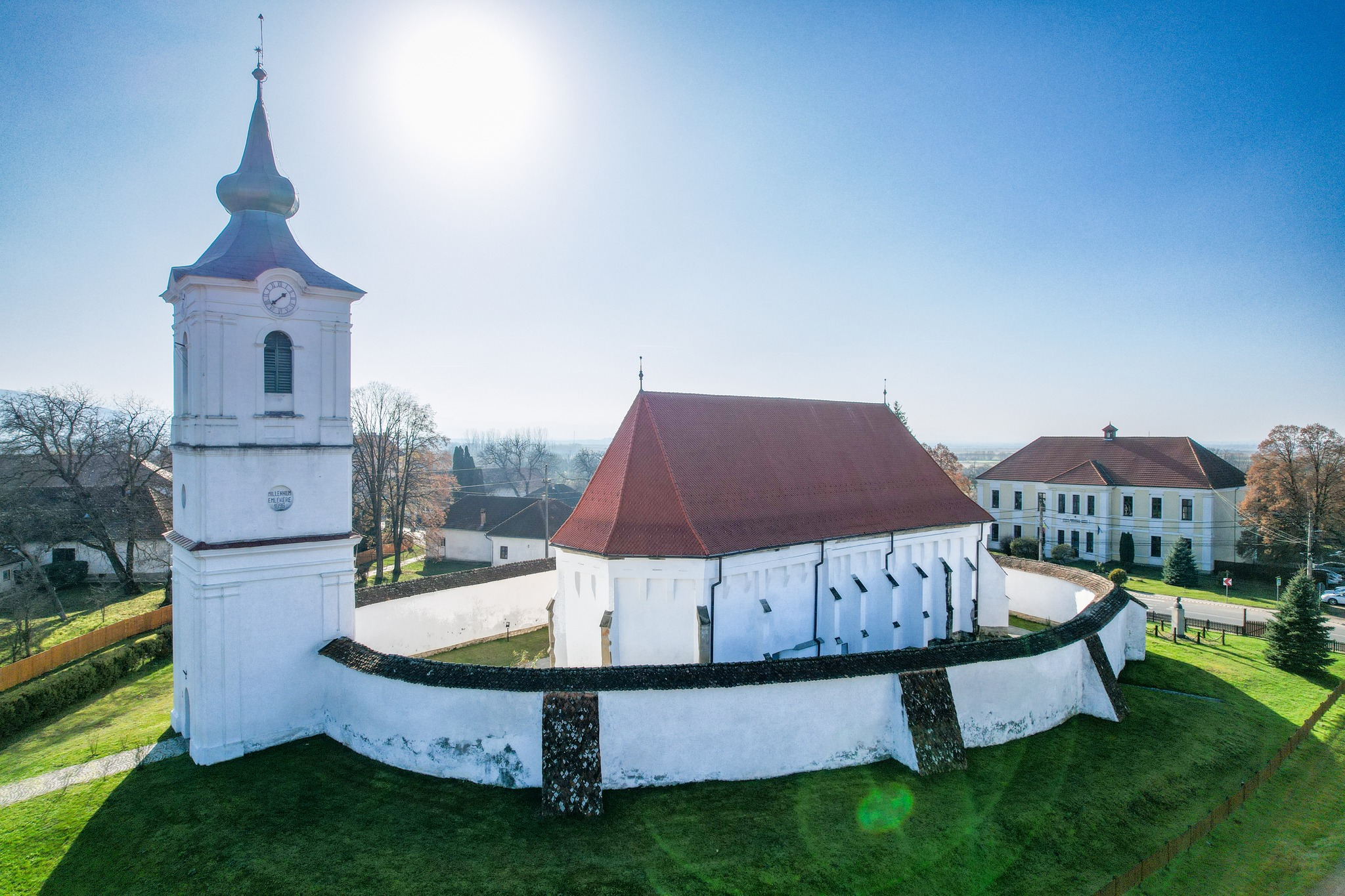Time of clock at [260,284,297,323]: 7:37
